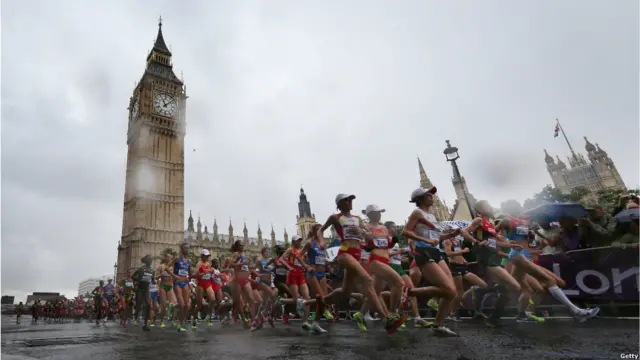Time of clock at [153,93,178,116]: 11:07
